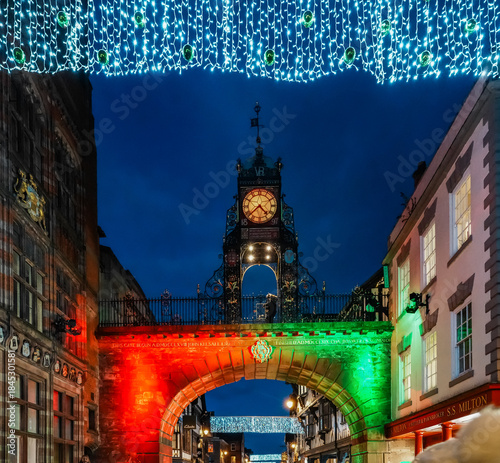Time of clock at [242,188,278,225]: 4:38
